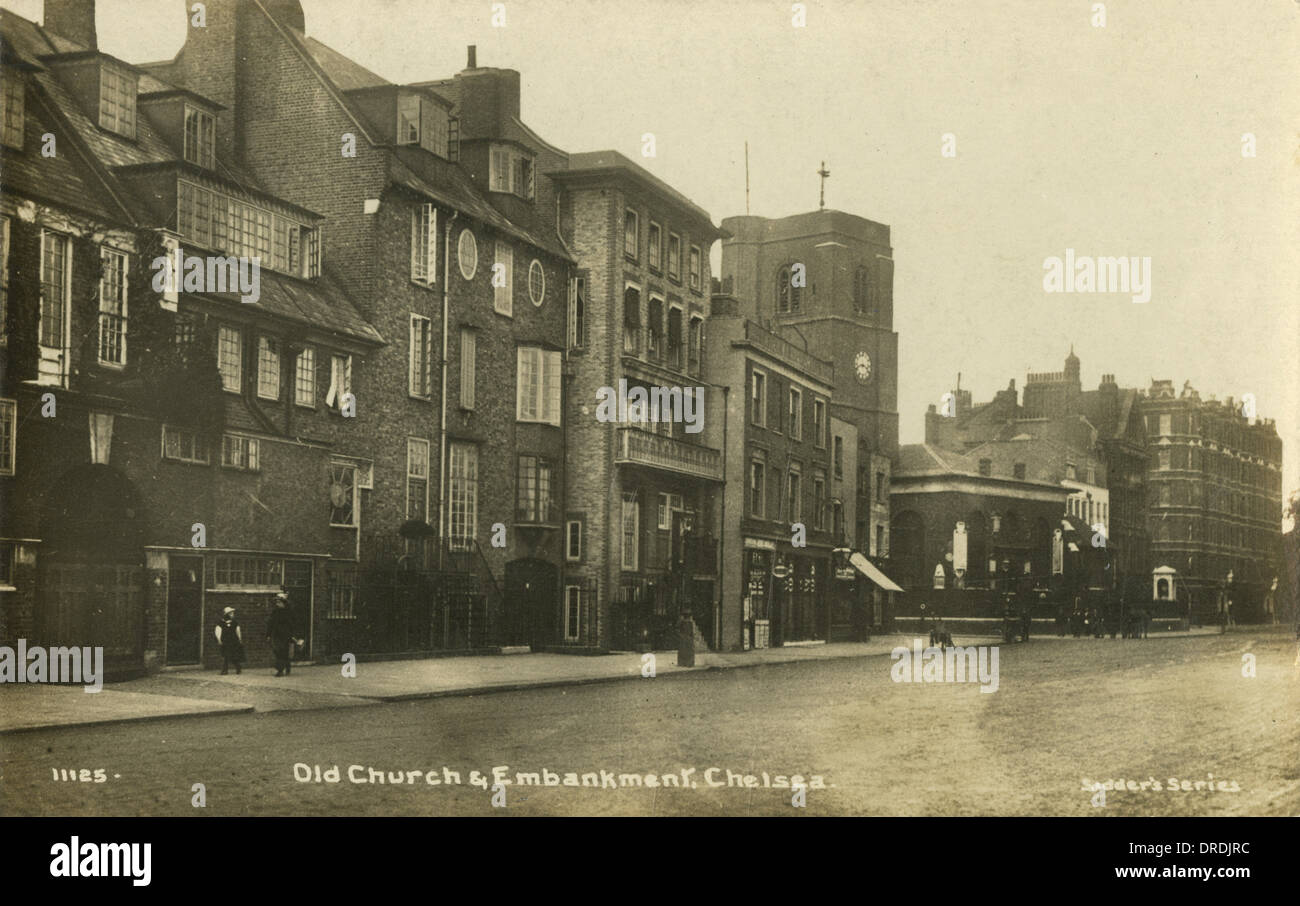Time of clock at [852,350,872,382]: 3:41
